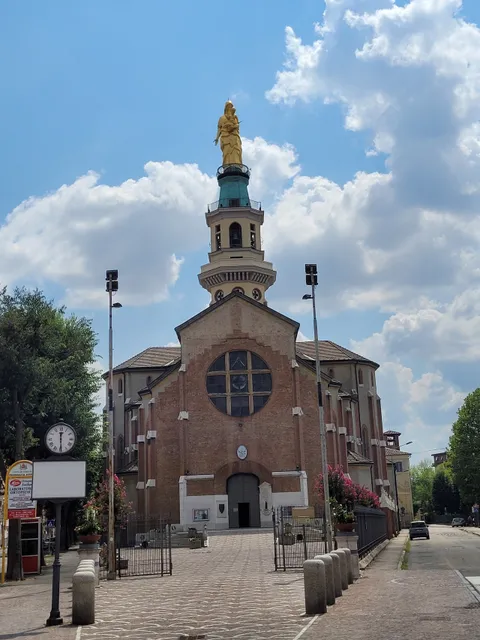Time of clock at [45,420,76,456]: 12:29
